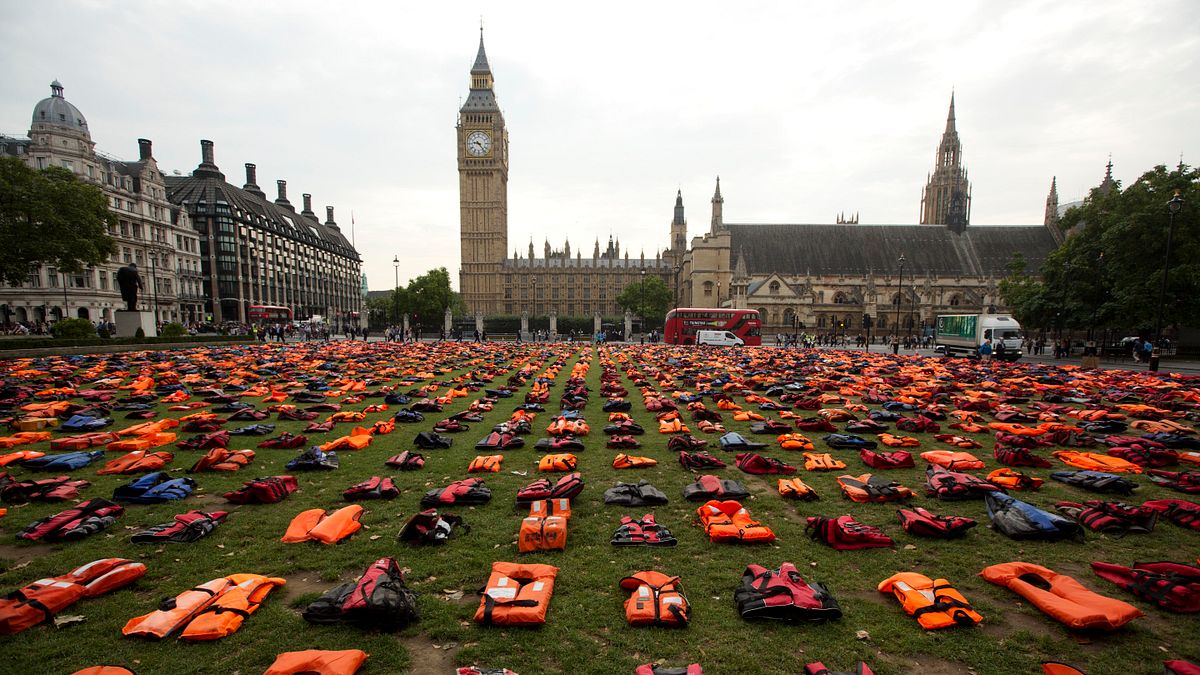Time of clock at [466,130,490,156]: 9:23
